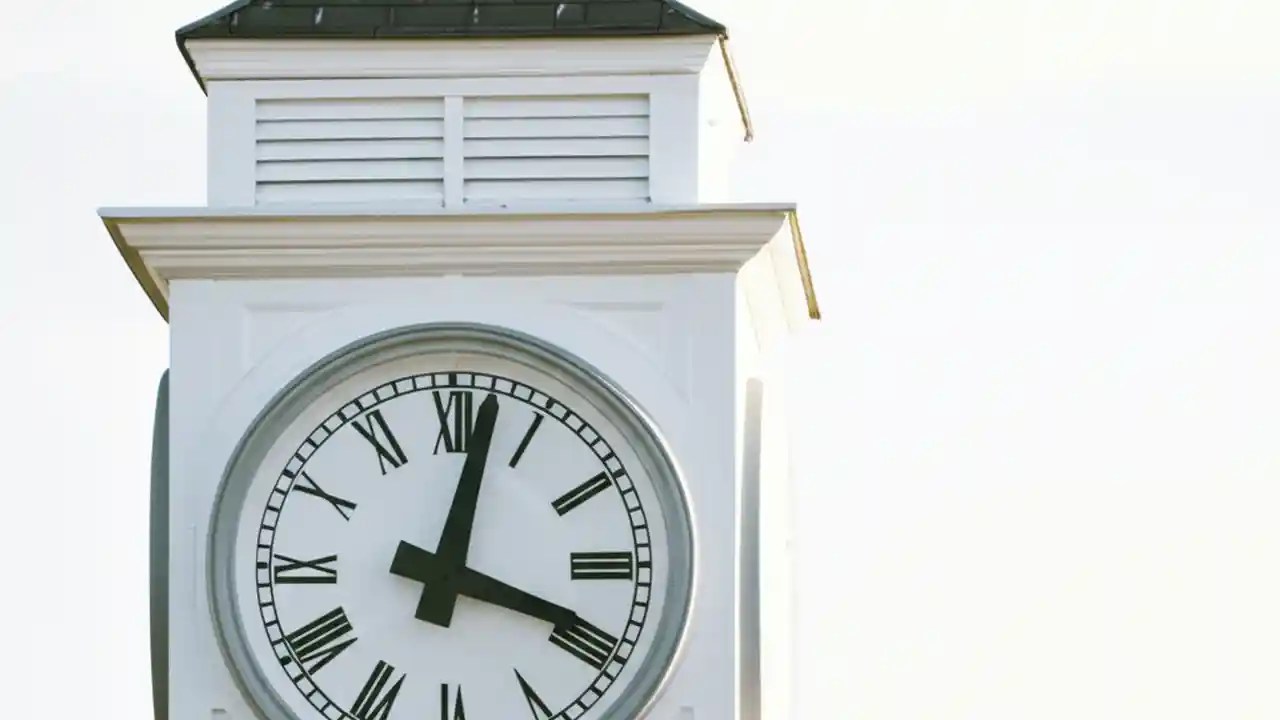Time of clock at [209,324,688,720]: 12:18
